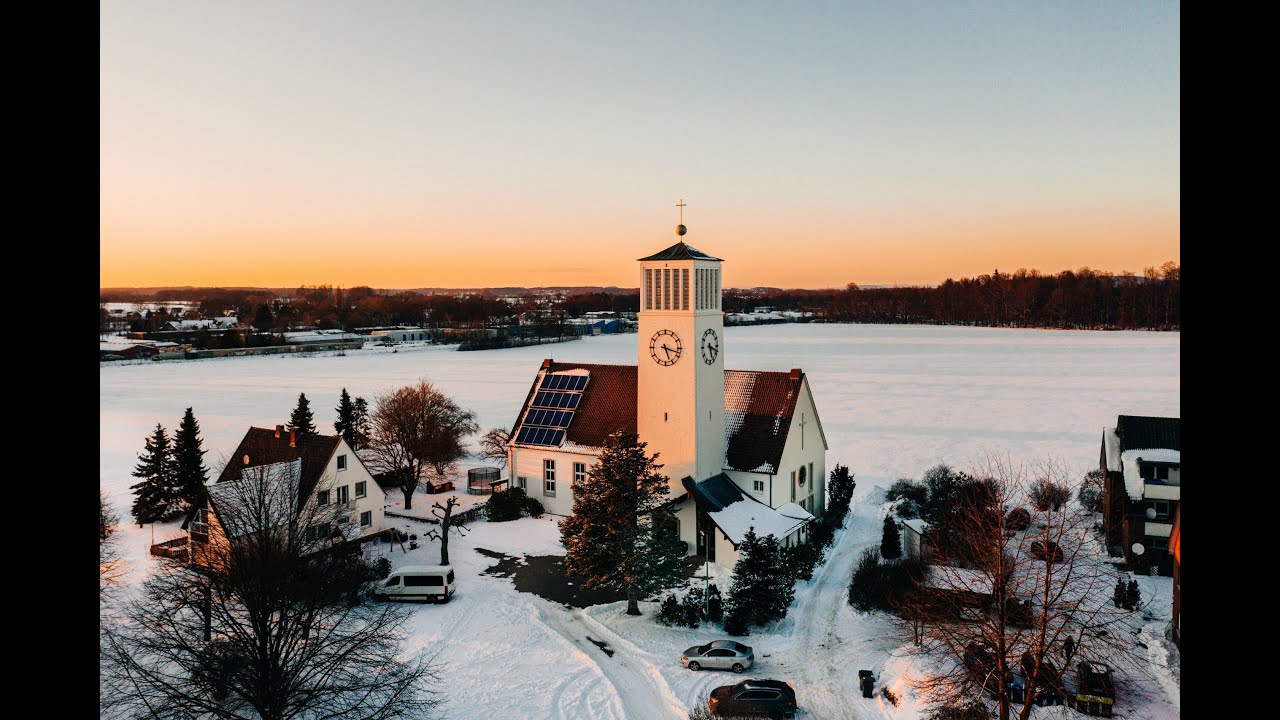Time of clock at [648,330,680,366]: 5:17
